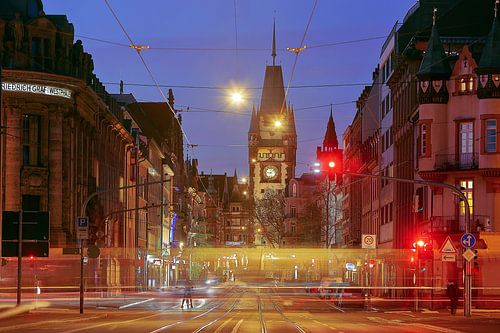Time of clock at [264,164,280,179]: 9:07
